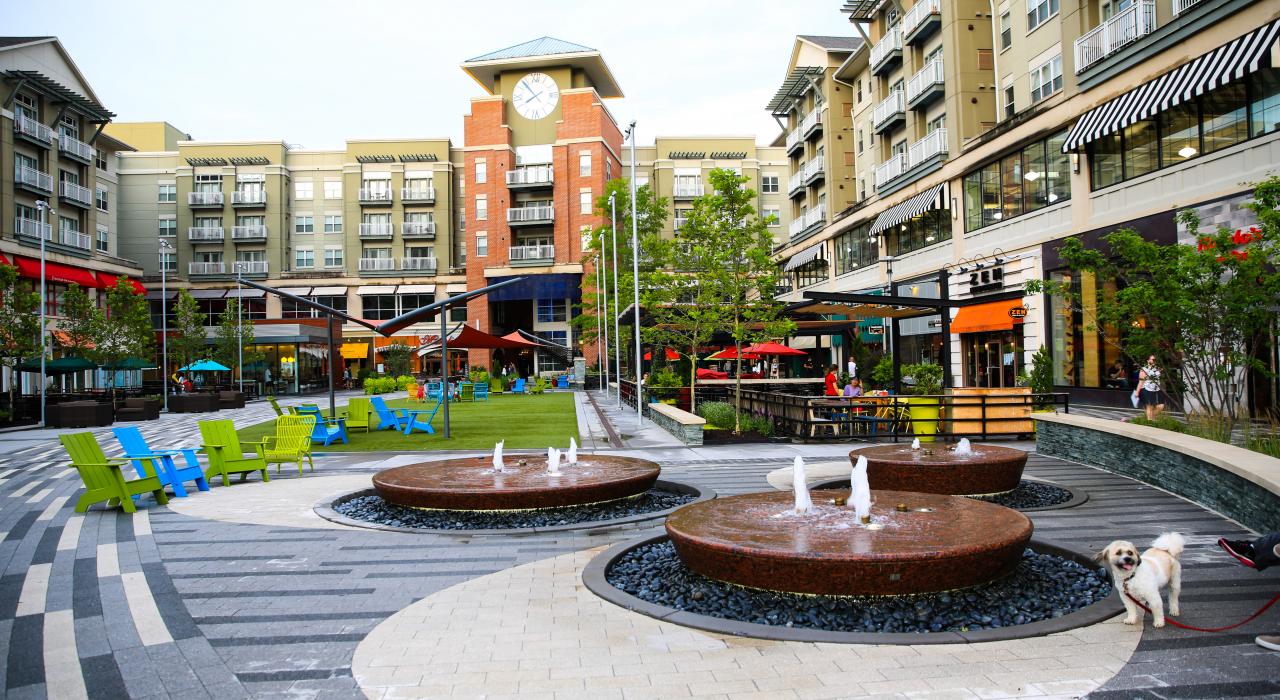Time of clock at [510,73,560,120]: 7:53
